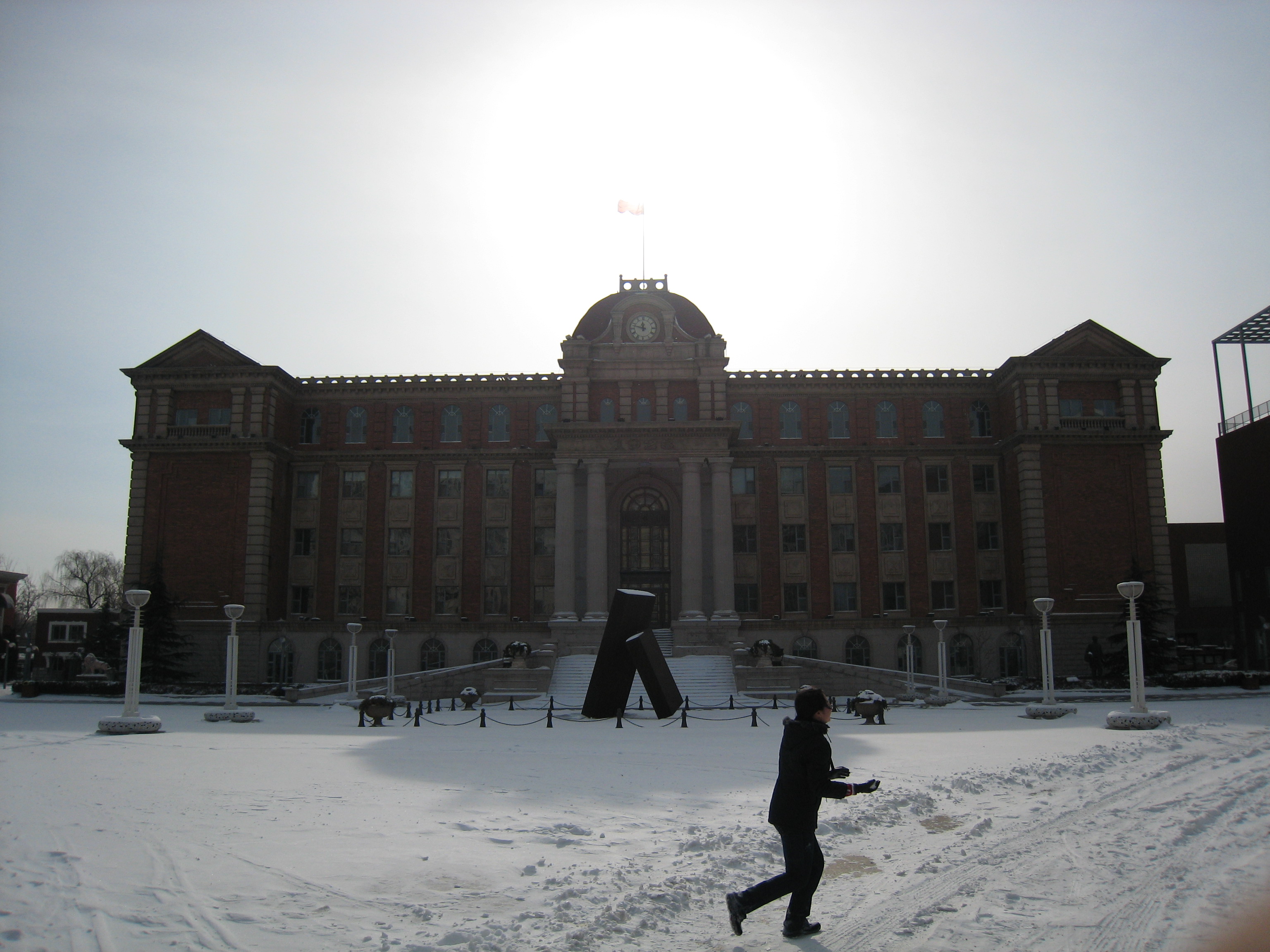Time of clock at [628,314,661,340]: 11:47
